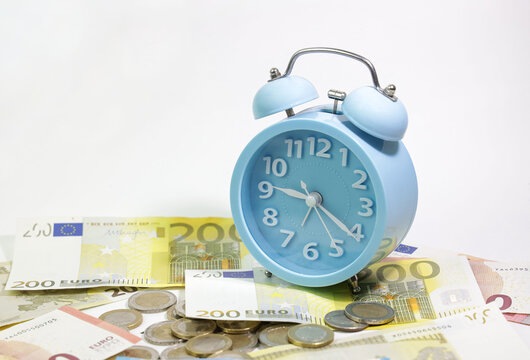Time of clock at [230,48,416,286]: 9:20
